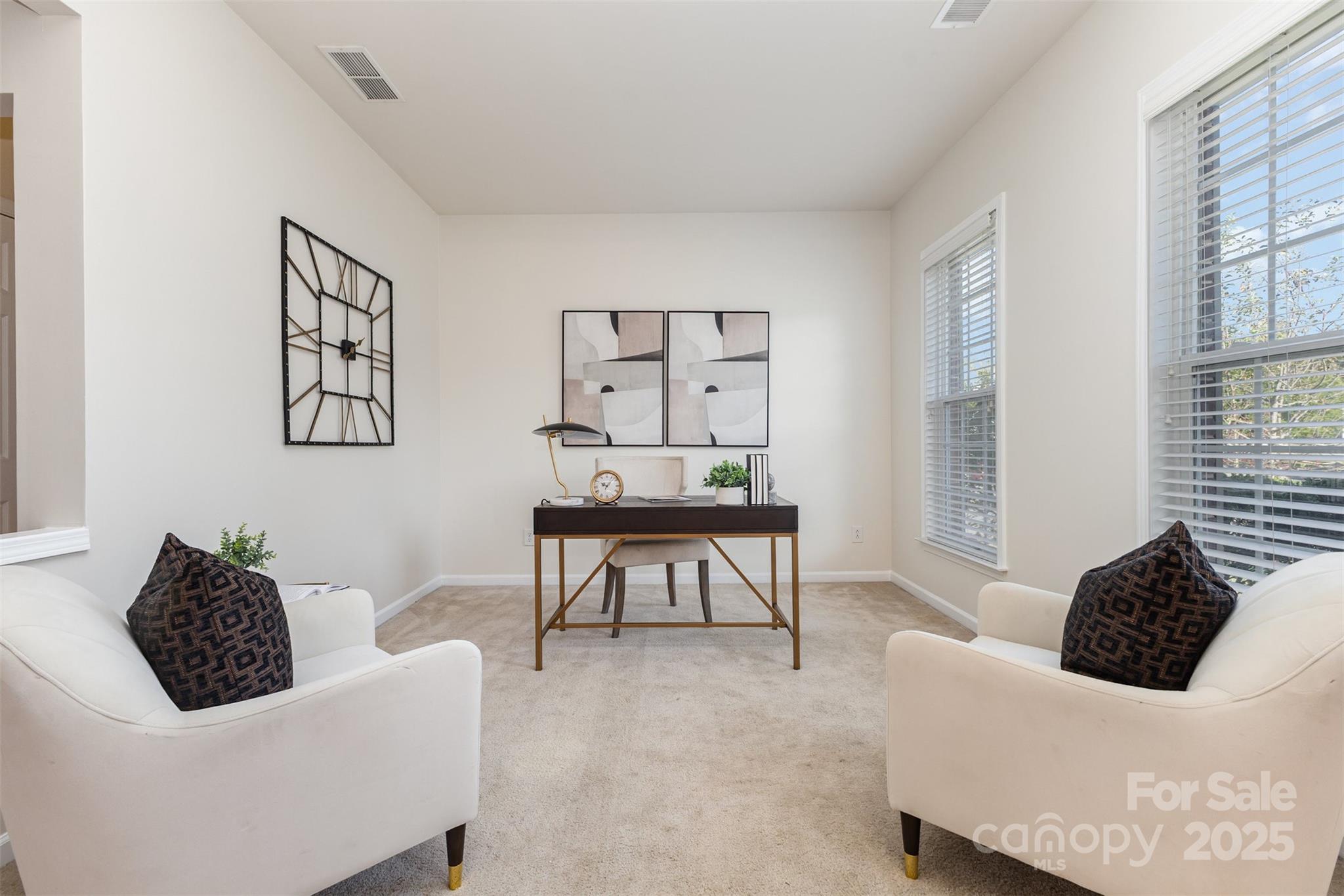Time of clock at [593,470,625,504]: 10:07
